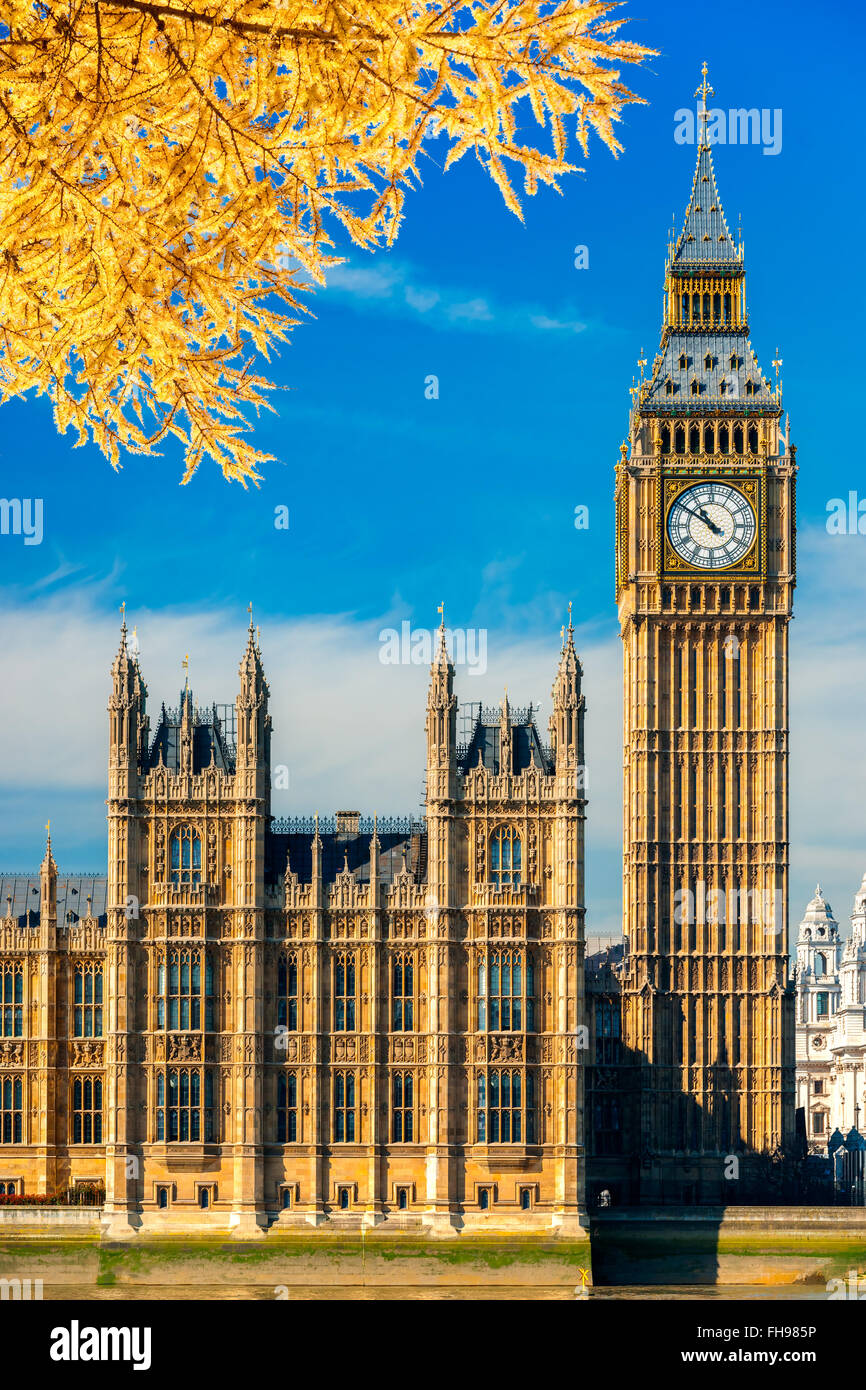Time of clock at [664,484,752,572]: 10:50
